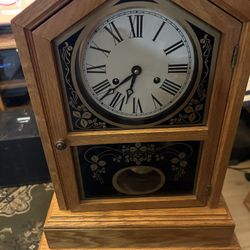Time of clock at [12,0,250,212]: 6:38
